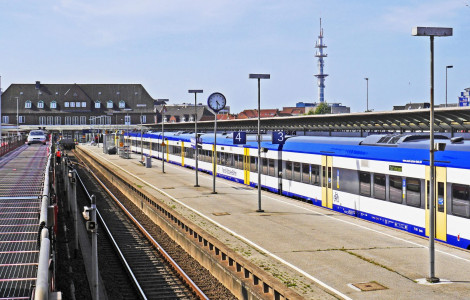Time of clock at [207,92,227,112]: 4:29
